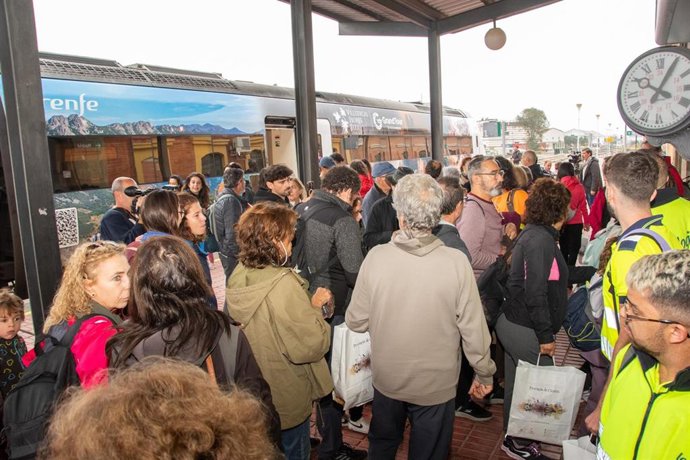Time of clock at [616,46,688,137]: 4:04
